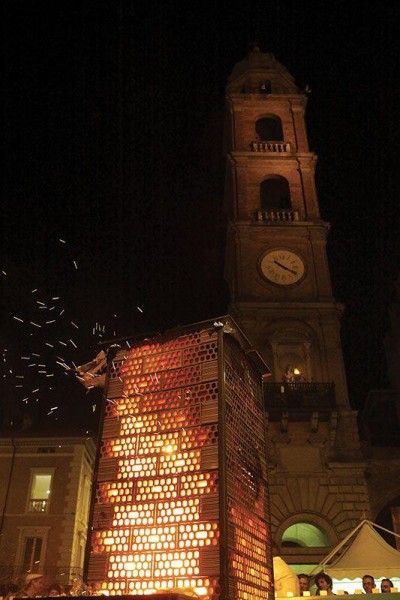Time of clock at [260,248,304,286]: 10:19
